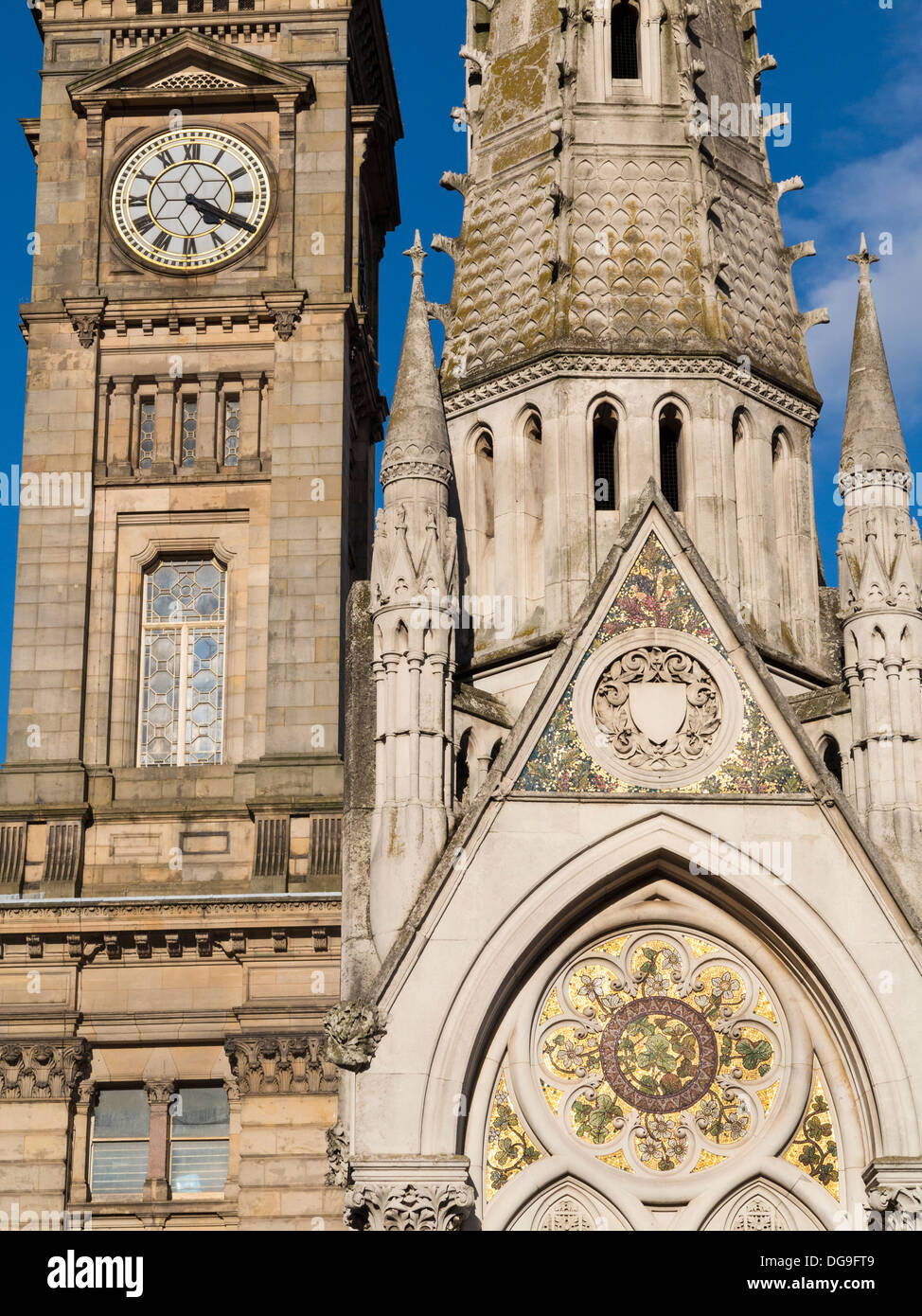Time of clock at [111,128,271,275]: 4:19
